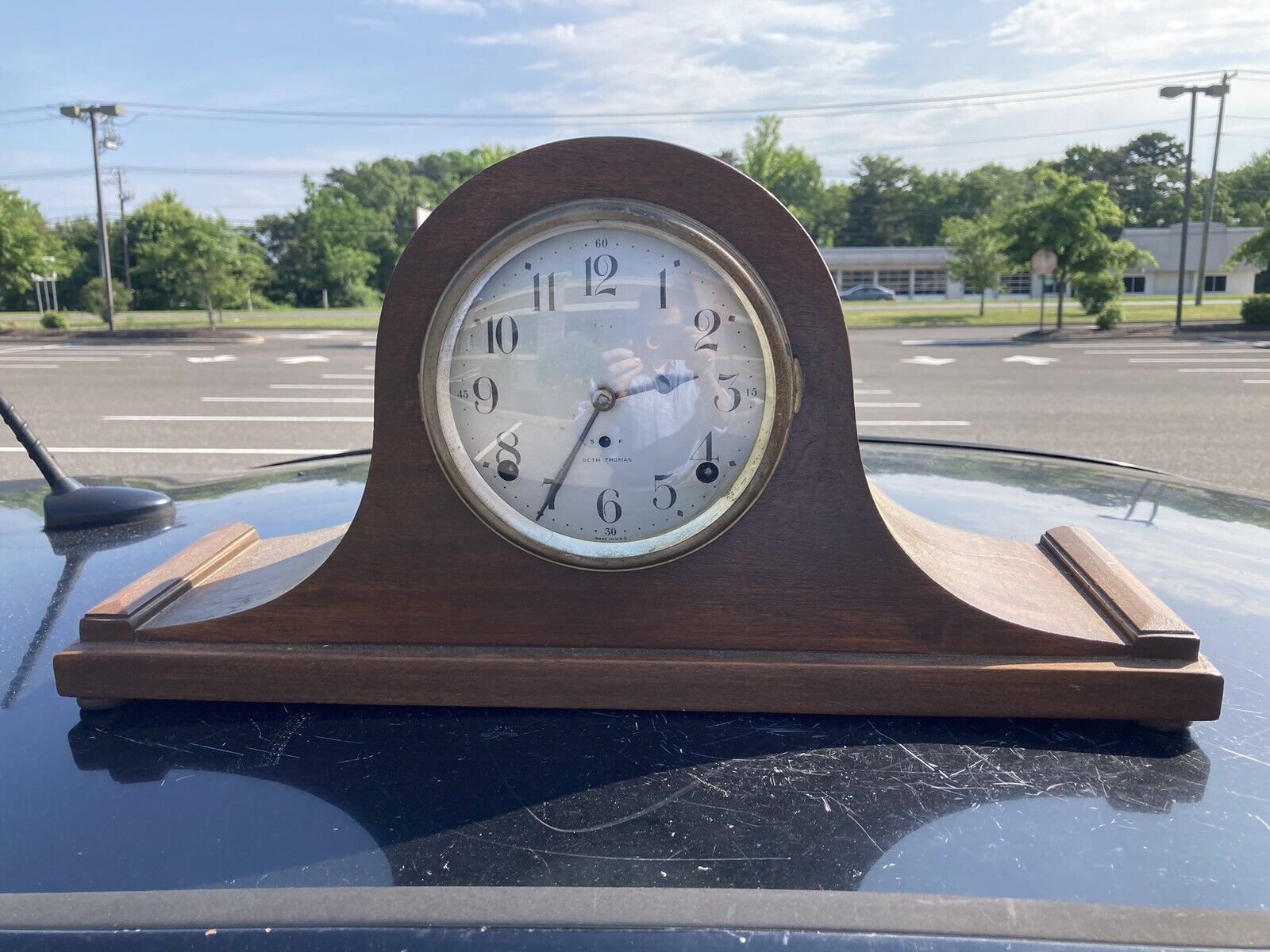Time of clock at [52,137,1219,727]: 2:34
